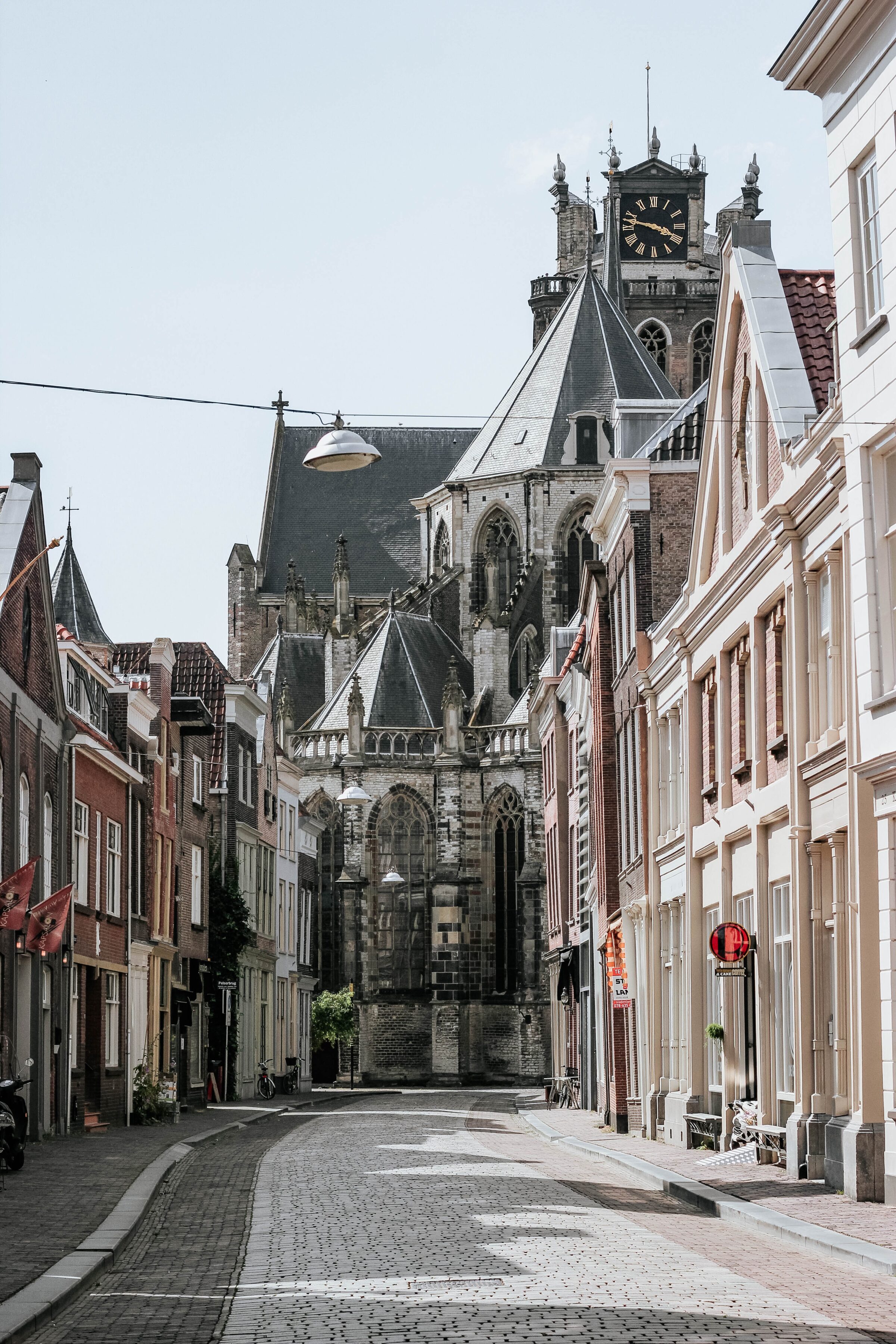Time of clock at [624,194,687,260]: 3:47
